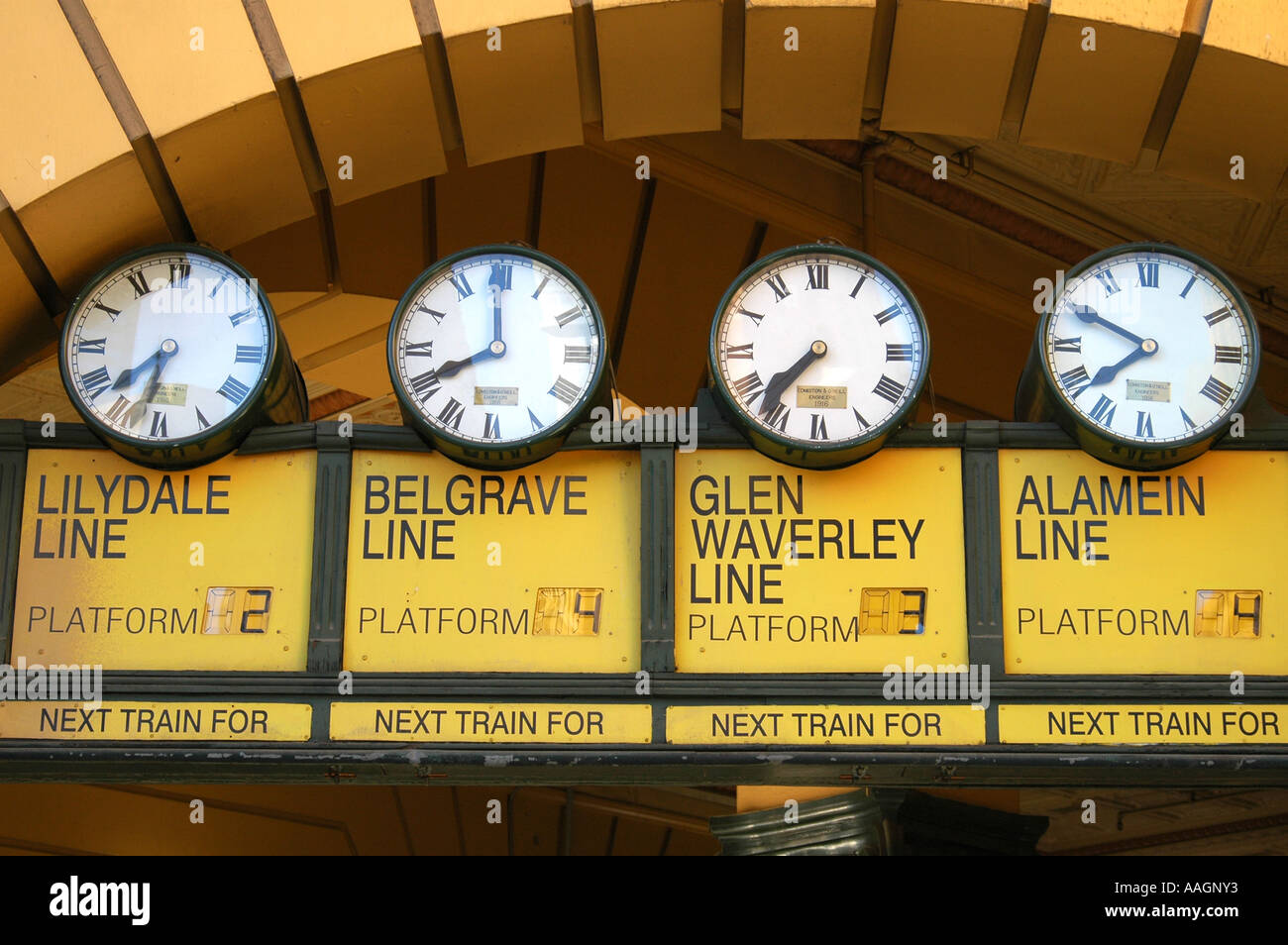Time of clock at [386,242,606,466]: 7:59
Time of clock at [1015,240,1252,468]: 7:49
